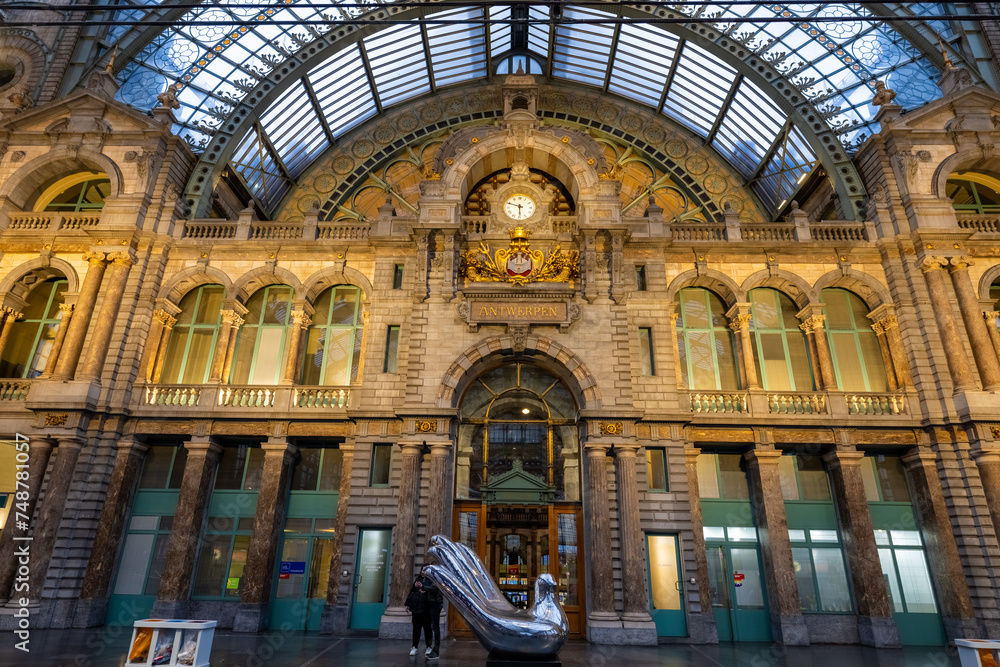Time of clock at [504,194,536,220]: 5:48
